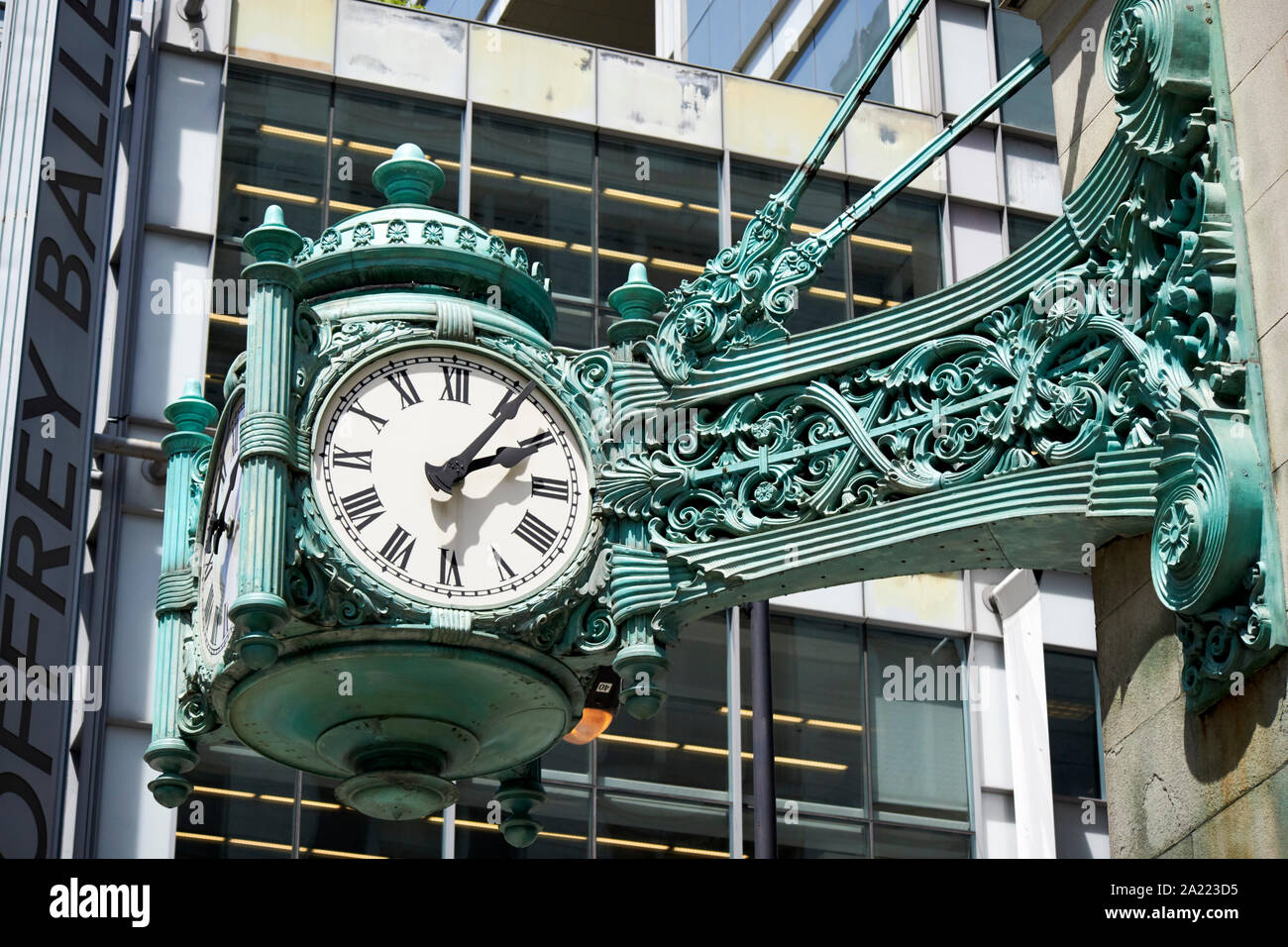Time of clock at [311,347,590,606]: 2:06
